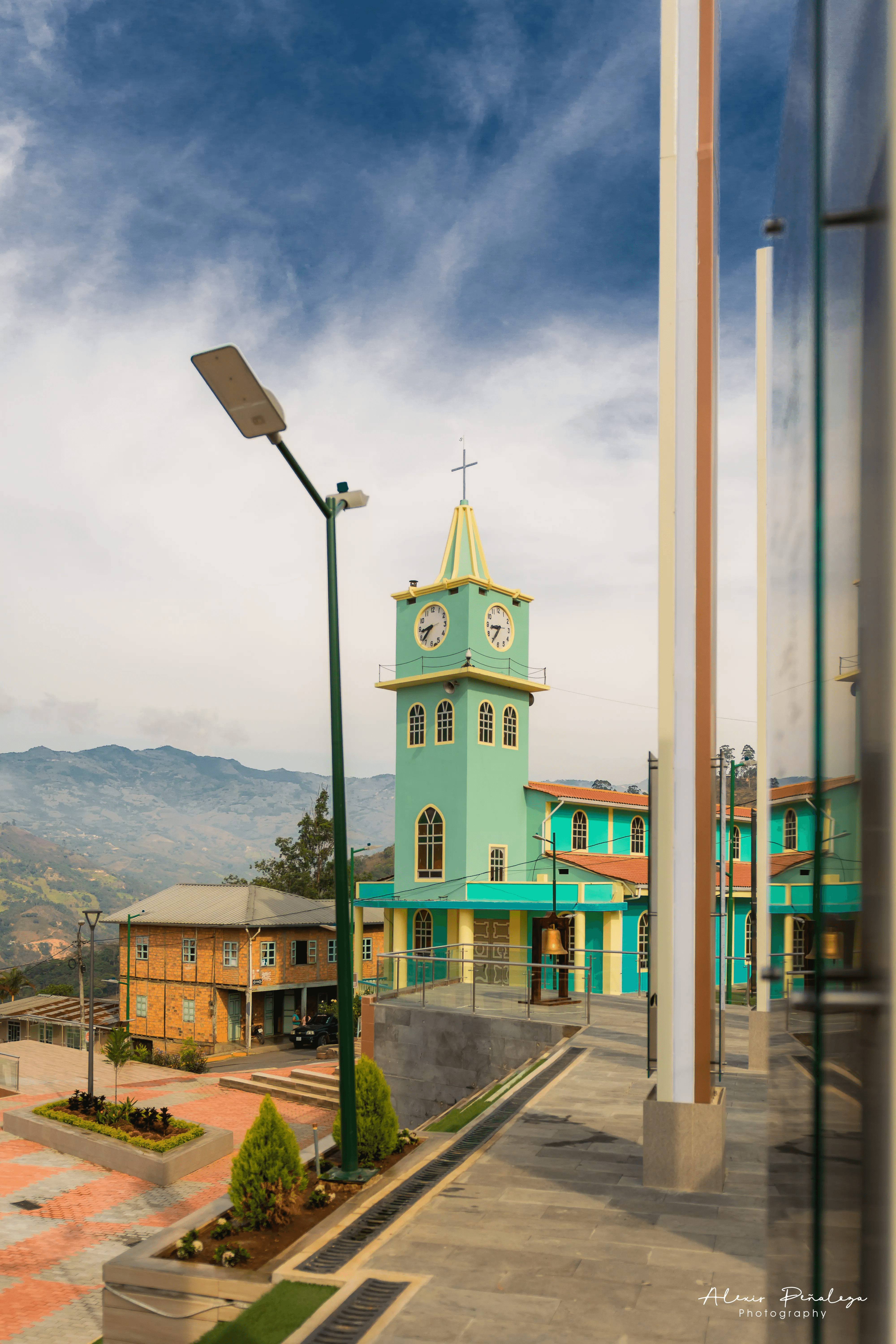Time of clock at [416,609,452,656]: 8:37
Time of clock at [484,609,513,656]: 8:35
